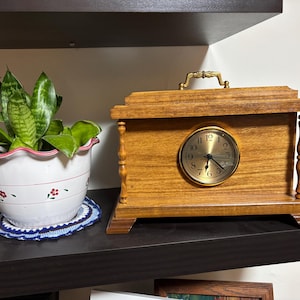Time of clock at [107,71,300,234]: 12:23
